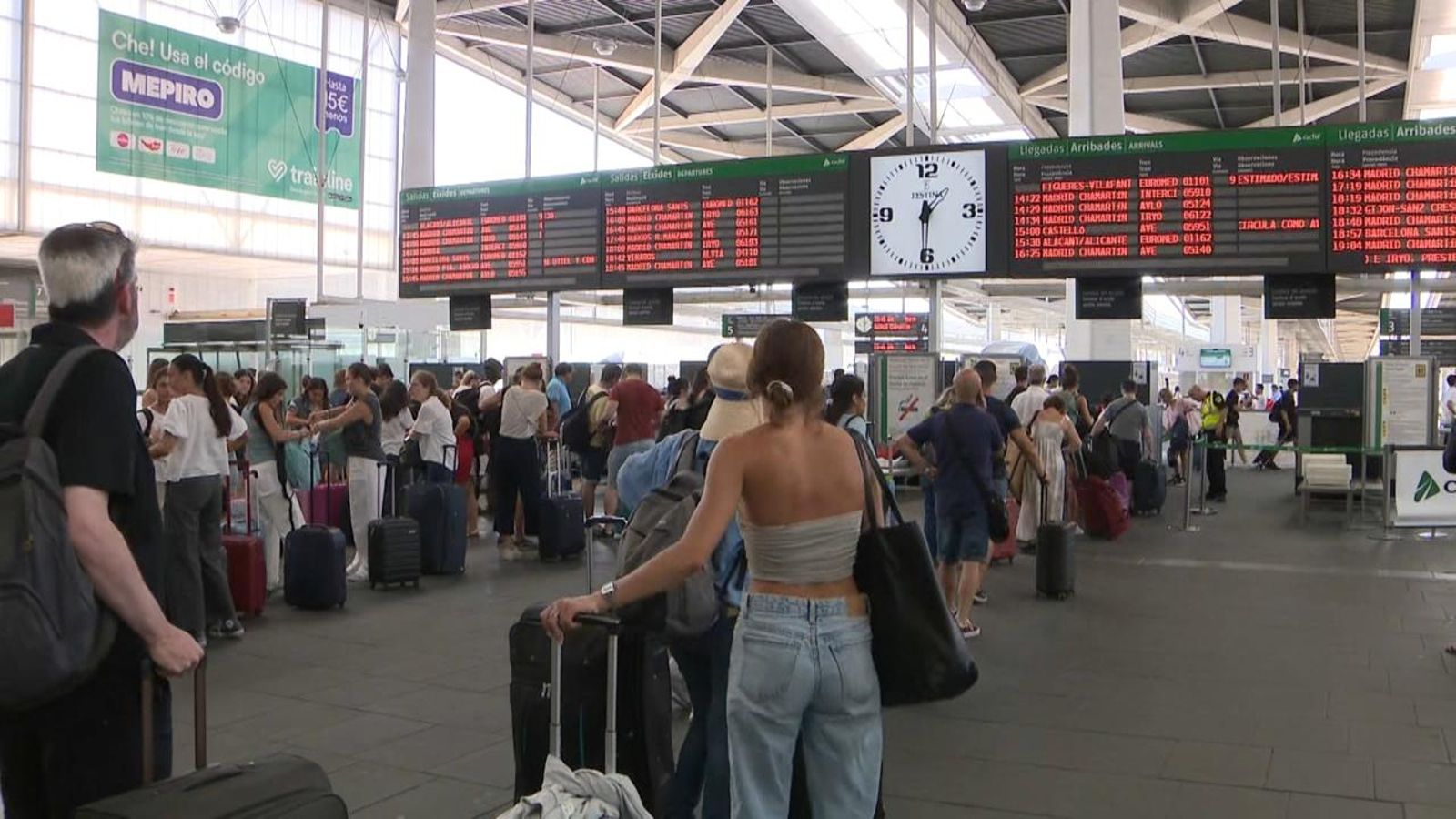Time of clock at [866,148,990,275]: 1:30
